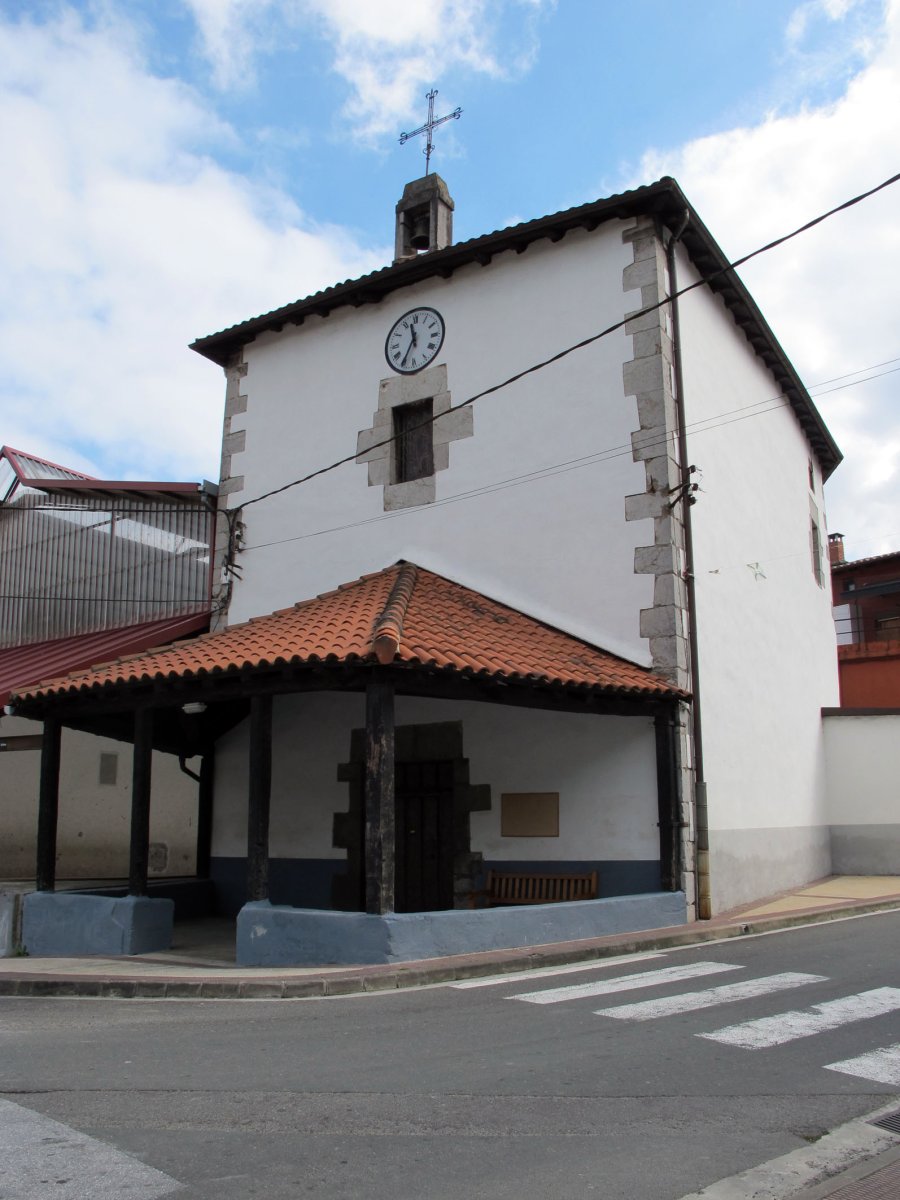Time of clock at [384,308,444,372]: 11:35
